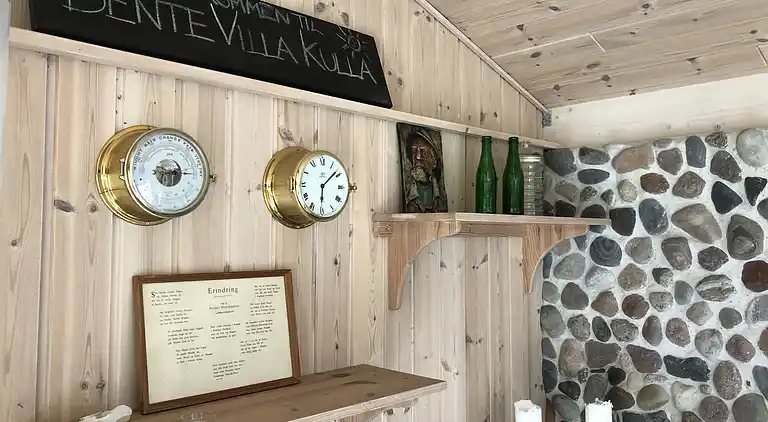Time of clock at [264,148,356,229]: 6:08
